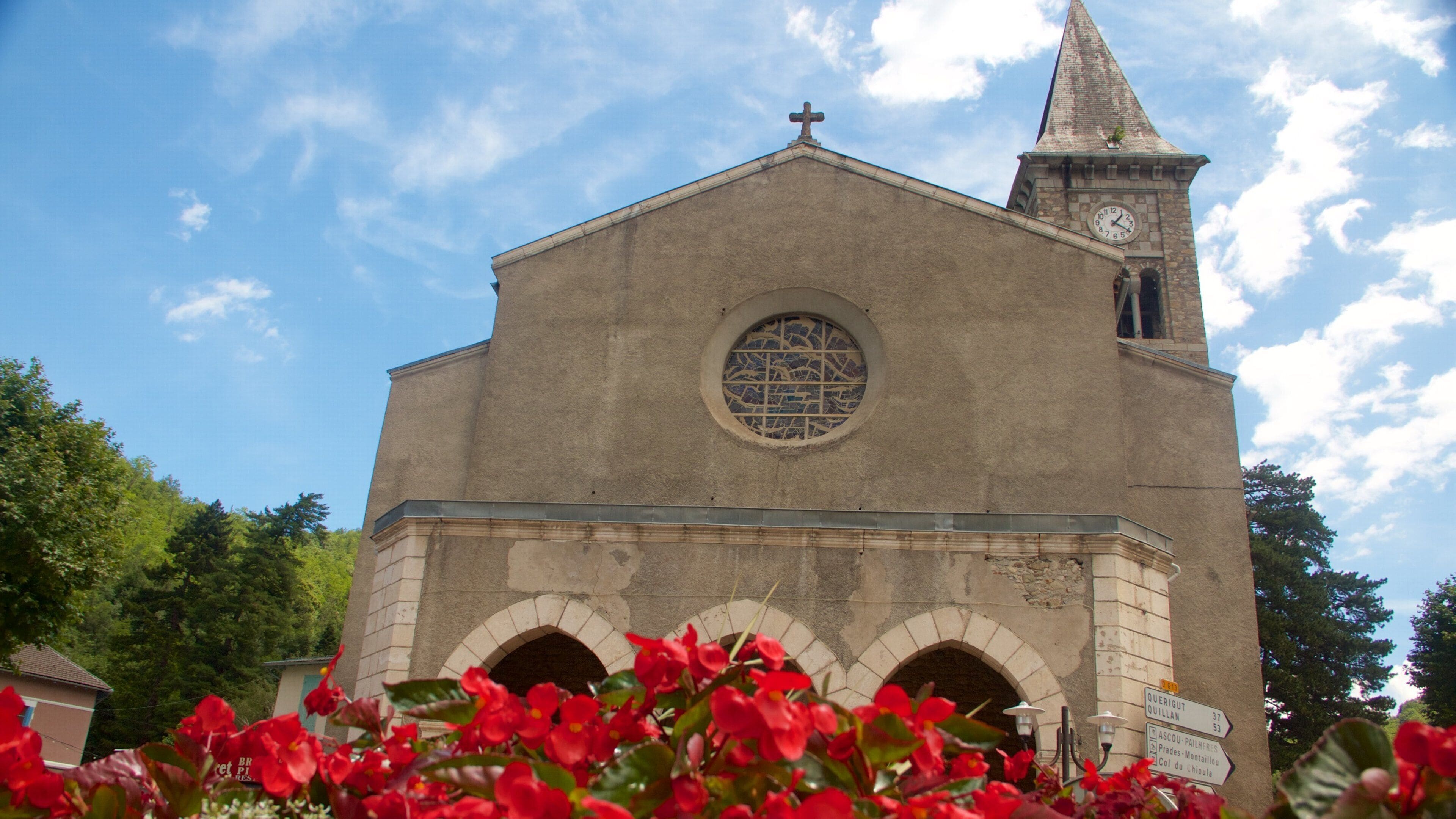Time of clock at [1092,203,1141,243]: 1:20
